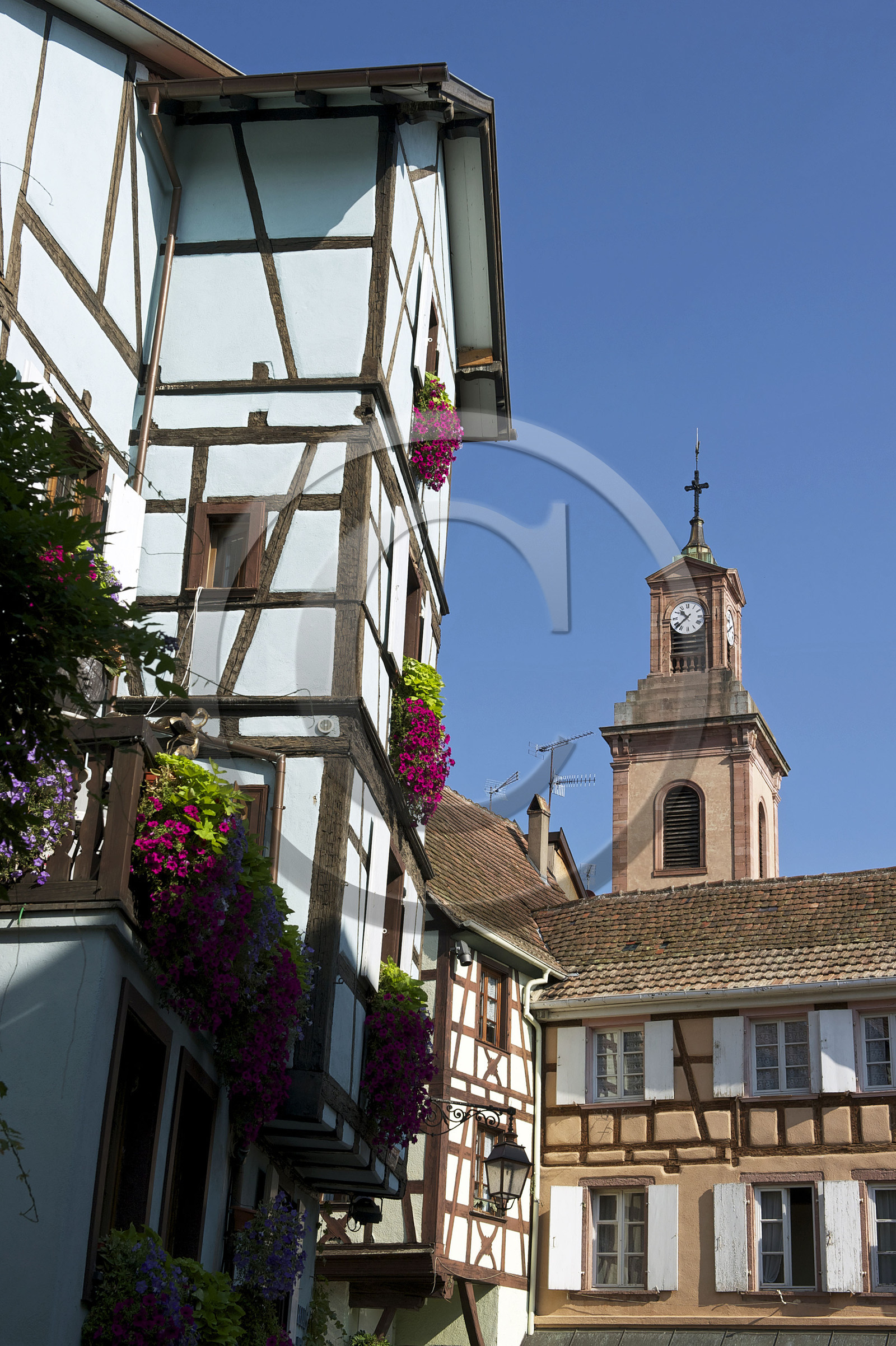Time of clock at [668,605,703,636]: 10:37
